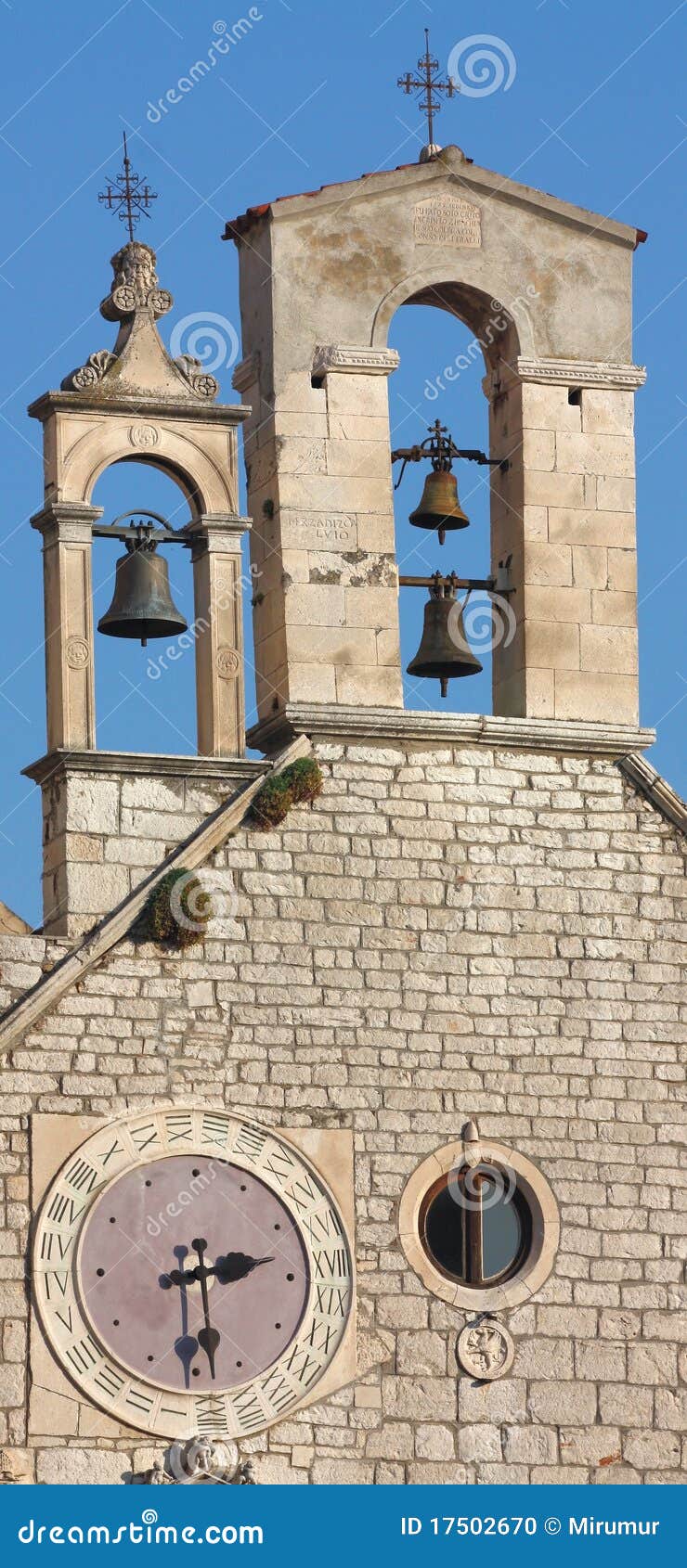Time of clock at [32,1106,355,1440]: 2:29
